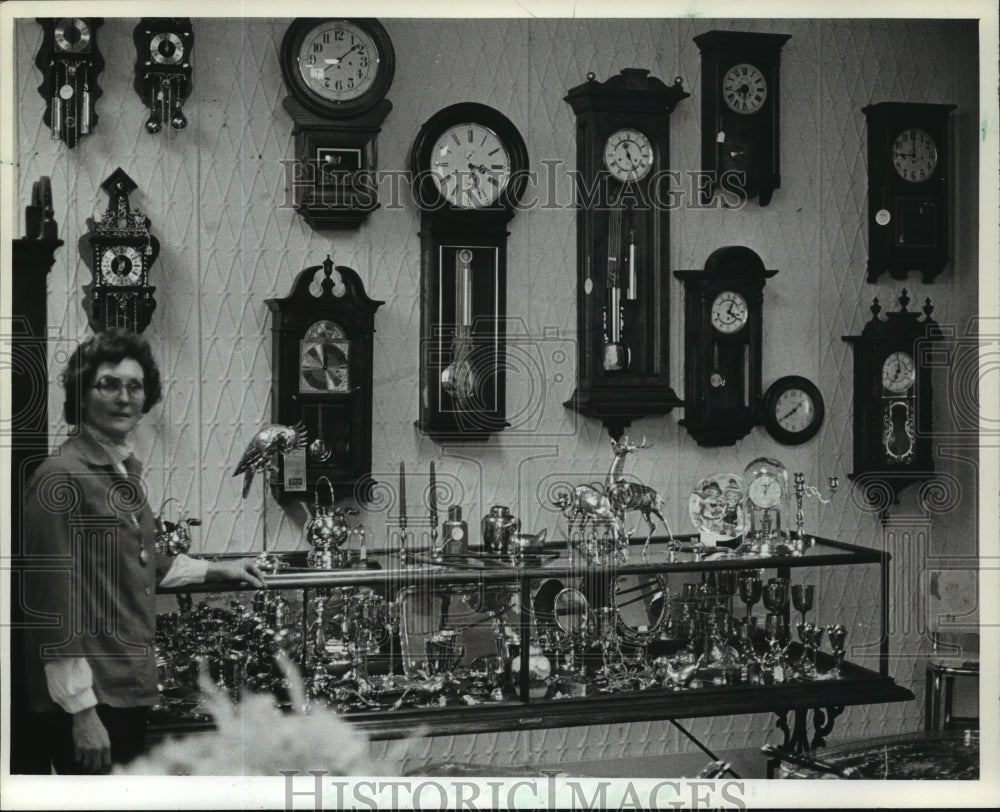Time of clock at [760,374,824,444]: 1:39
